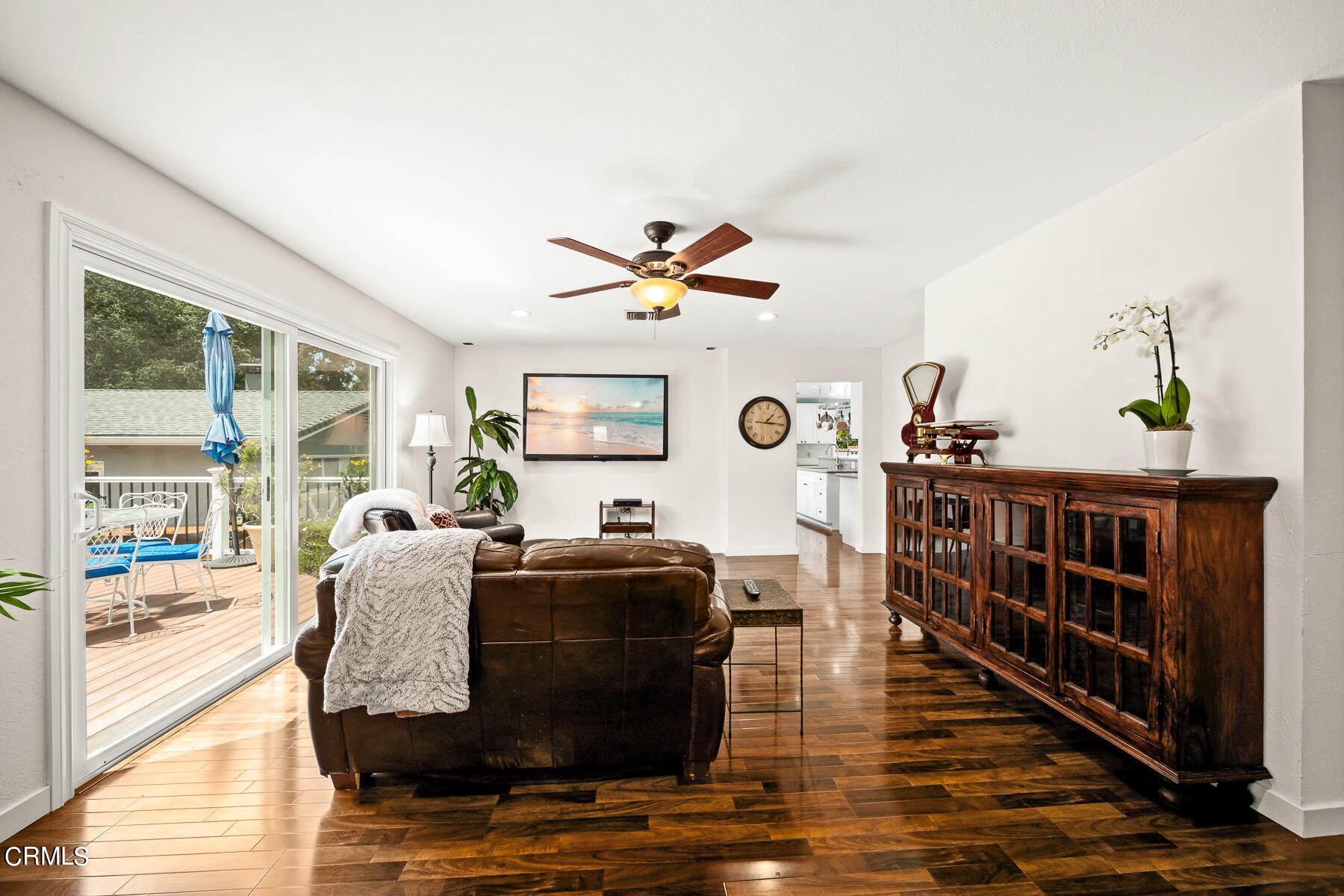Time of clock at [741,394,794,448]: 1:14
